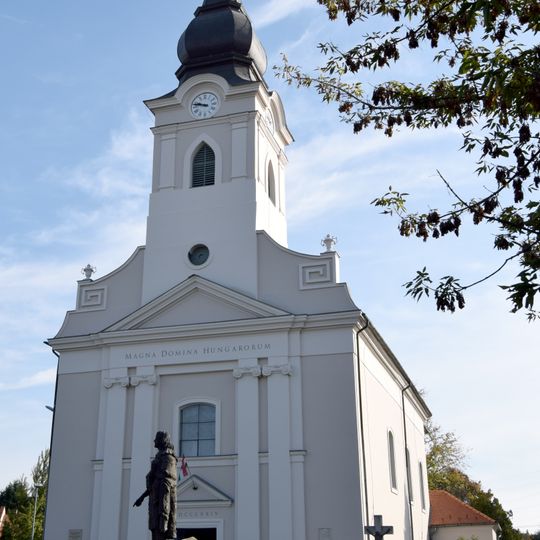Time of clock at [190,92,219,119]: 9:47
